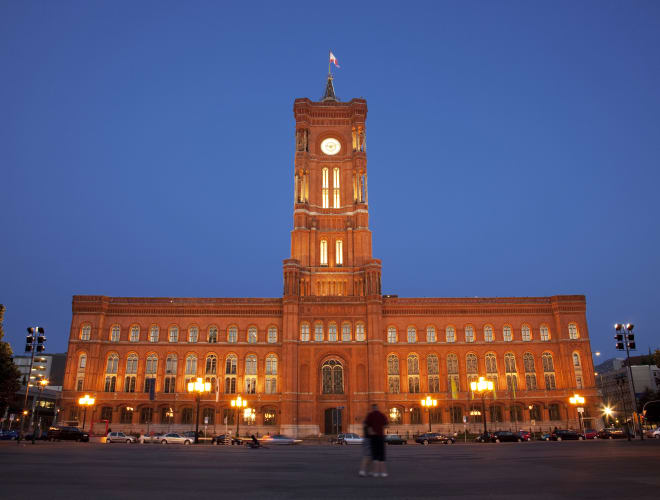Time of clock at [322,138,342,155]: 9:12
